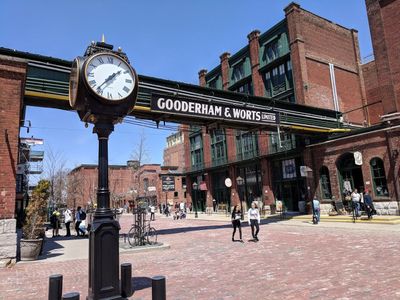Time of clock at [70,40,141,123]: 1:36
